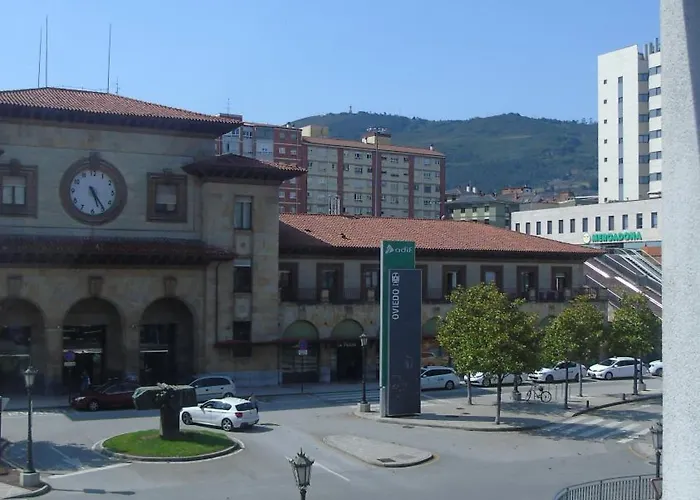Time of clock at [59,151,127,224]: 5:24
